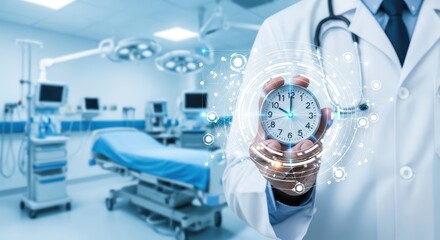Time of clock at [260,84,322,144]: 10:00
